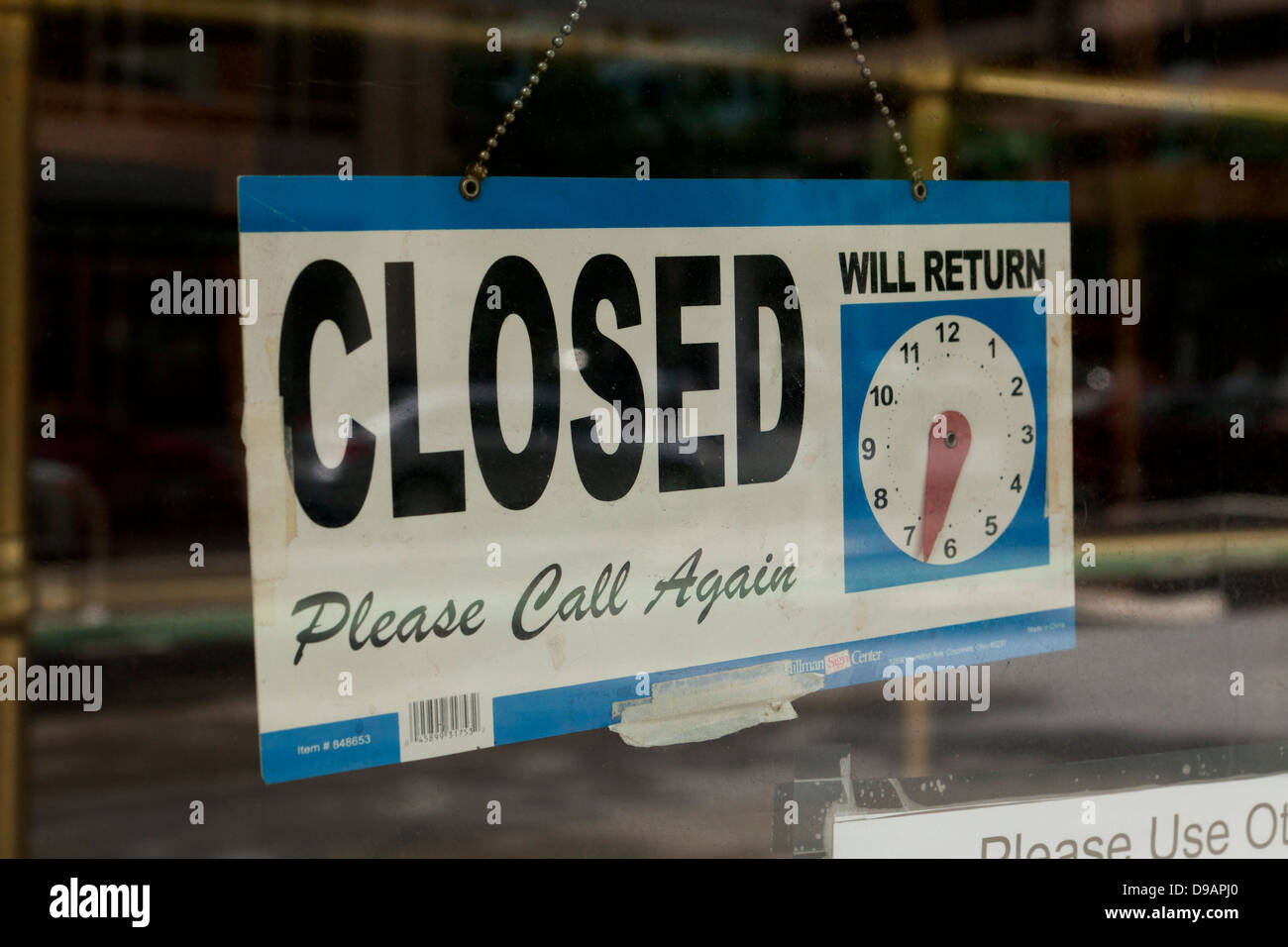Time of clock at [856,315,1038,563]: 6:32
